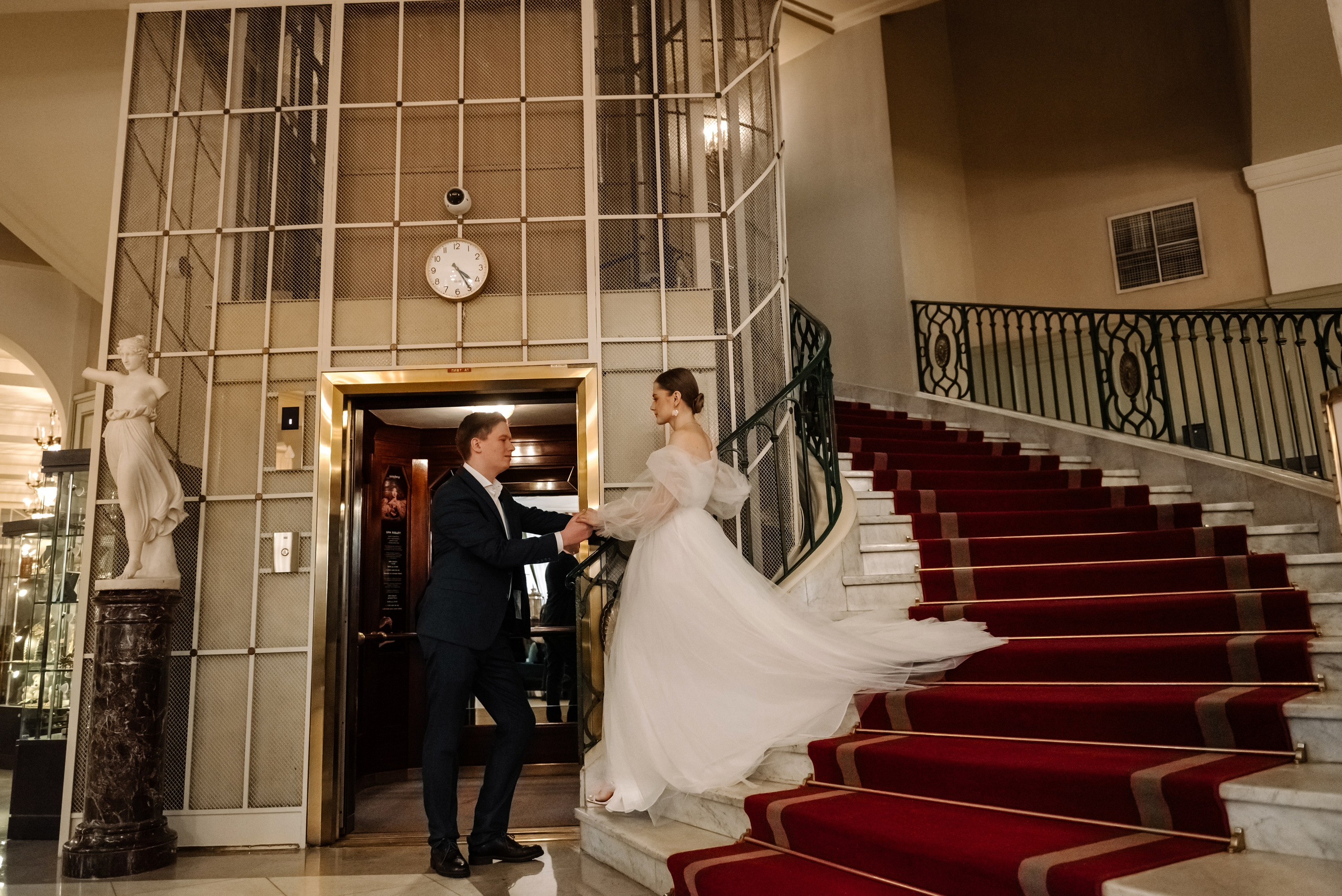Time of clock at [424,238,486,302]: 4:24
